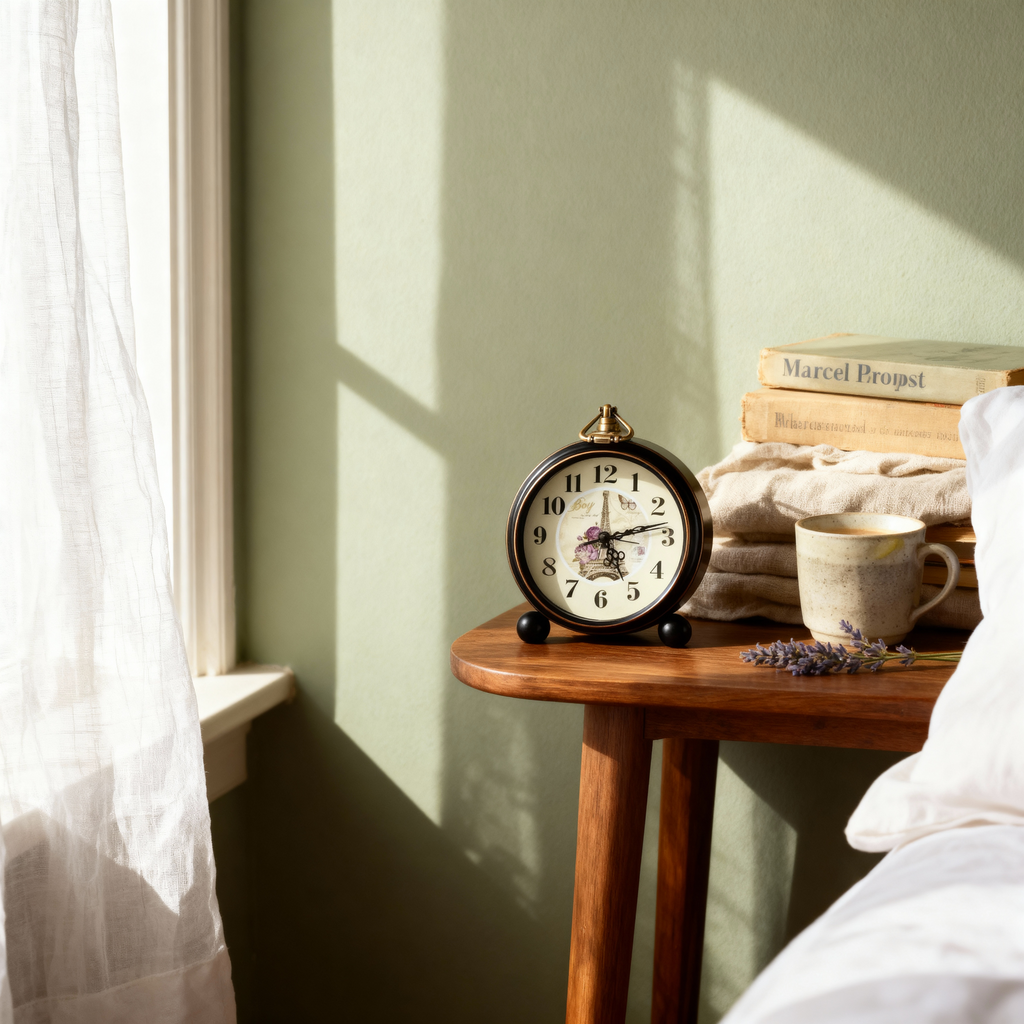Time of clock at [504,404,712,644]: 5:12
